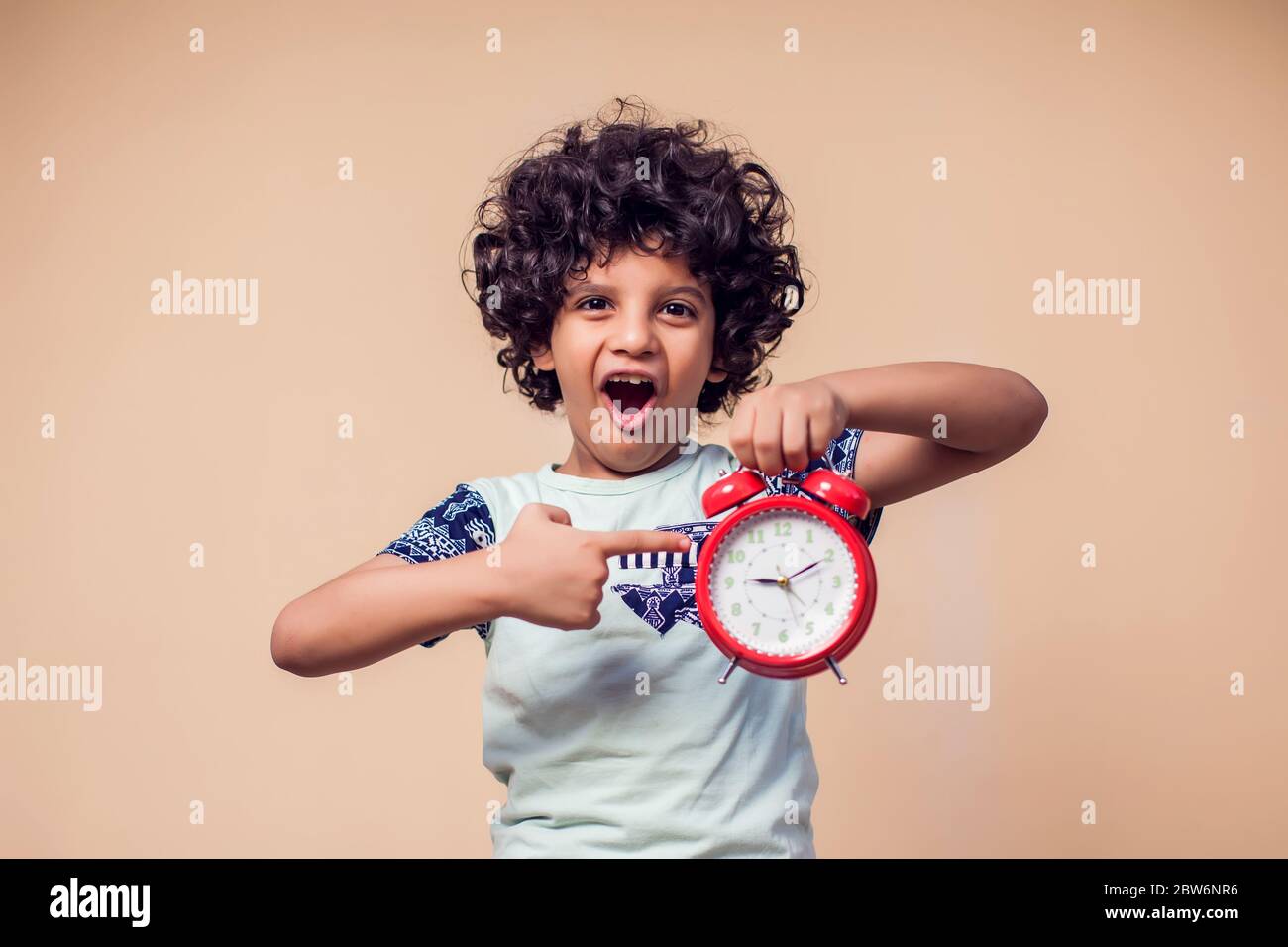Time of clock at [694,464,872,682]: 9:10
